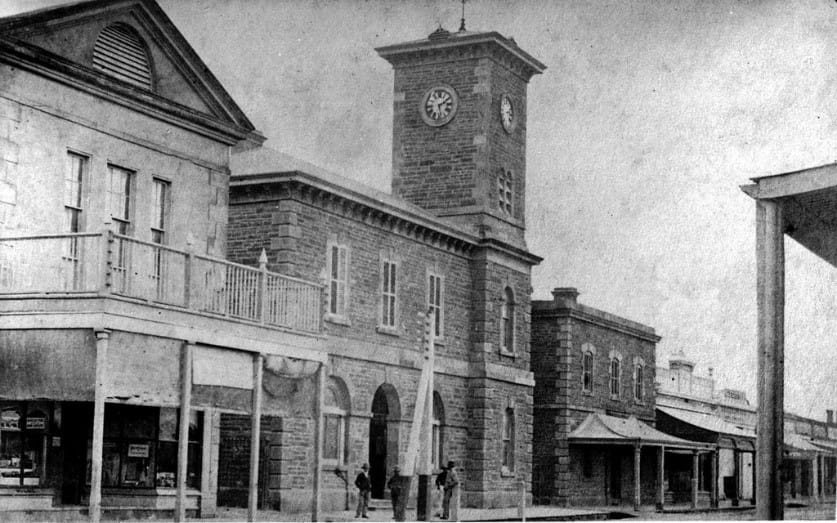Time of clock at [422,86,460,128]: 2:28
